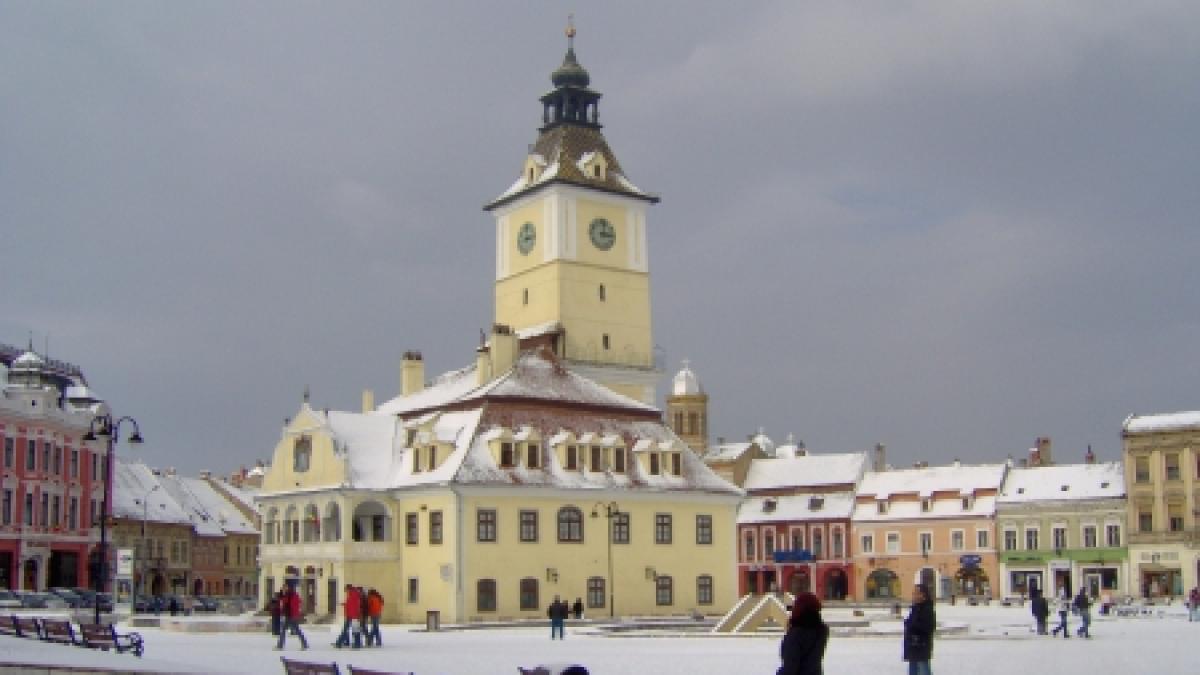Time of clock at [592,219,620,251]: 3:01
